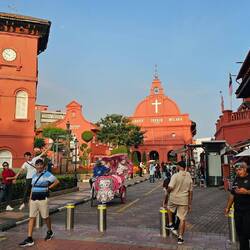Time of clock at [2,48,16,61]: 5:49
